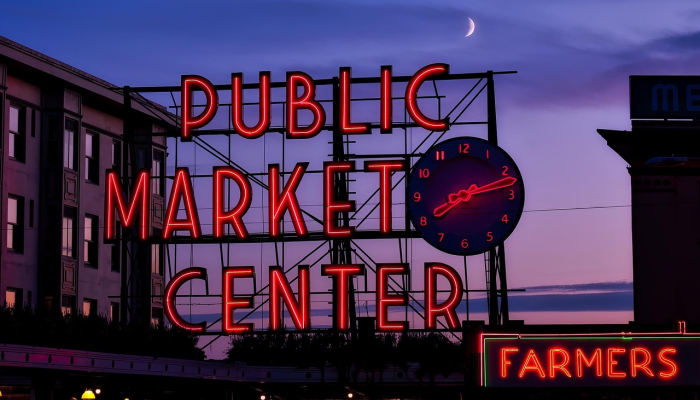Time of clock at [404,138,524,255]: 8:13
